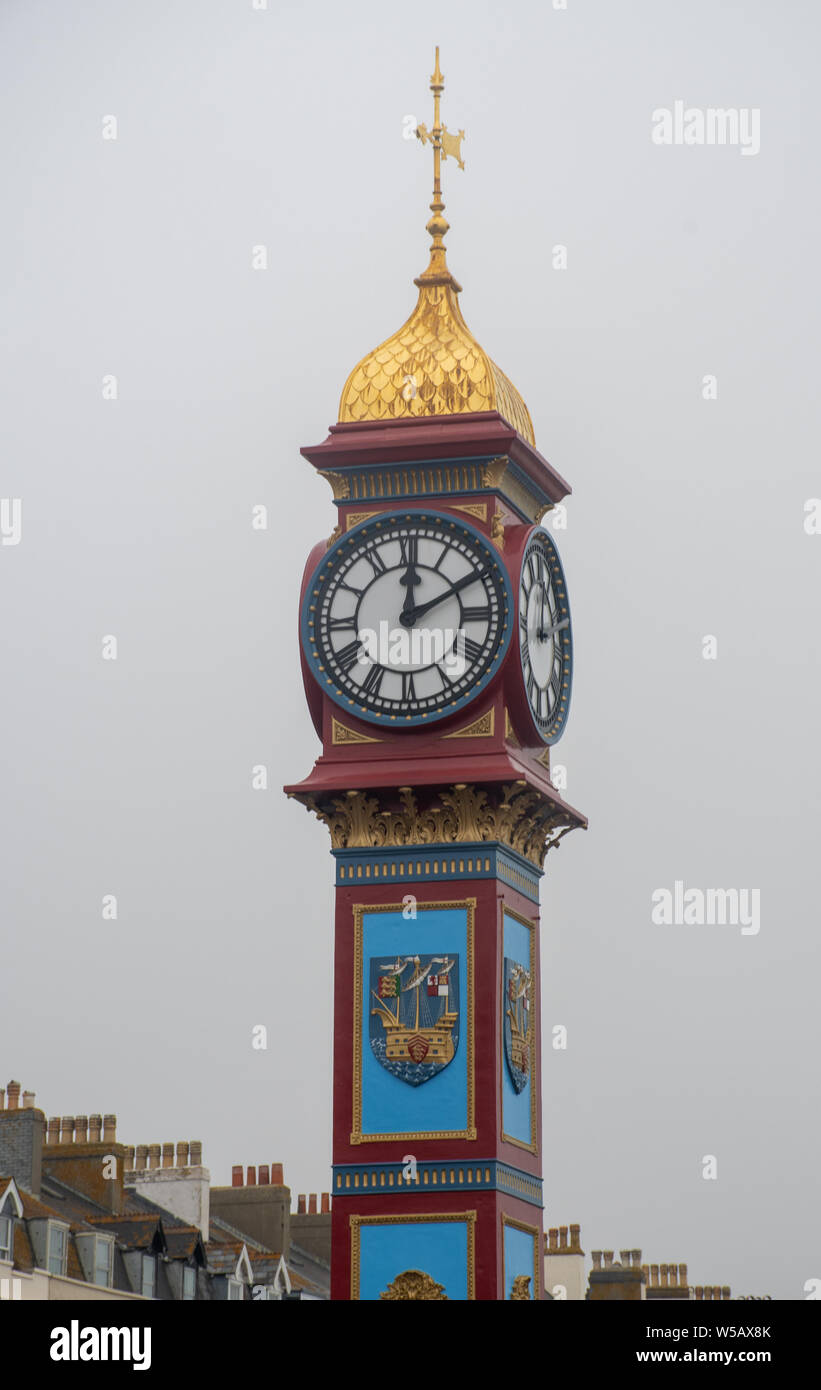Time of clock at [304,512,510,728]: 12:10
